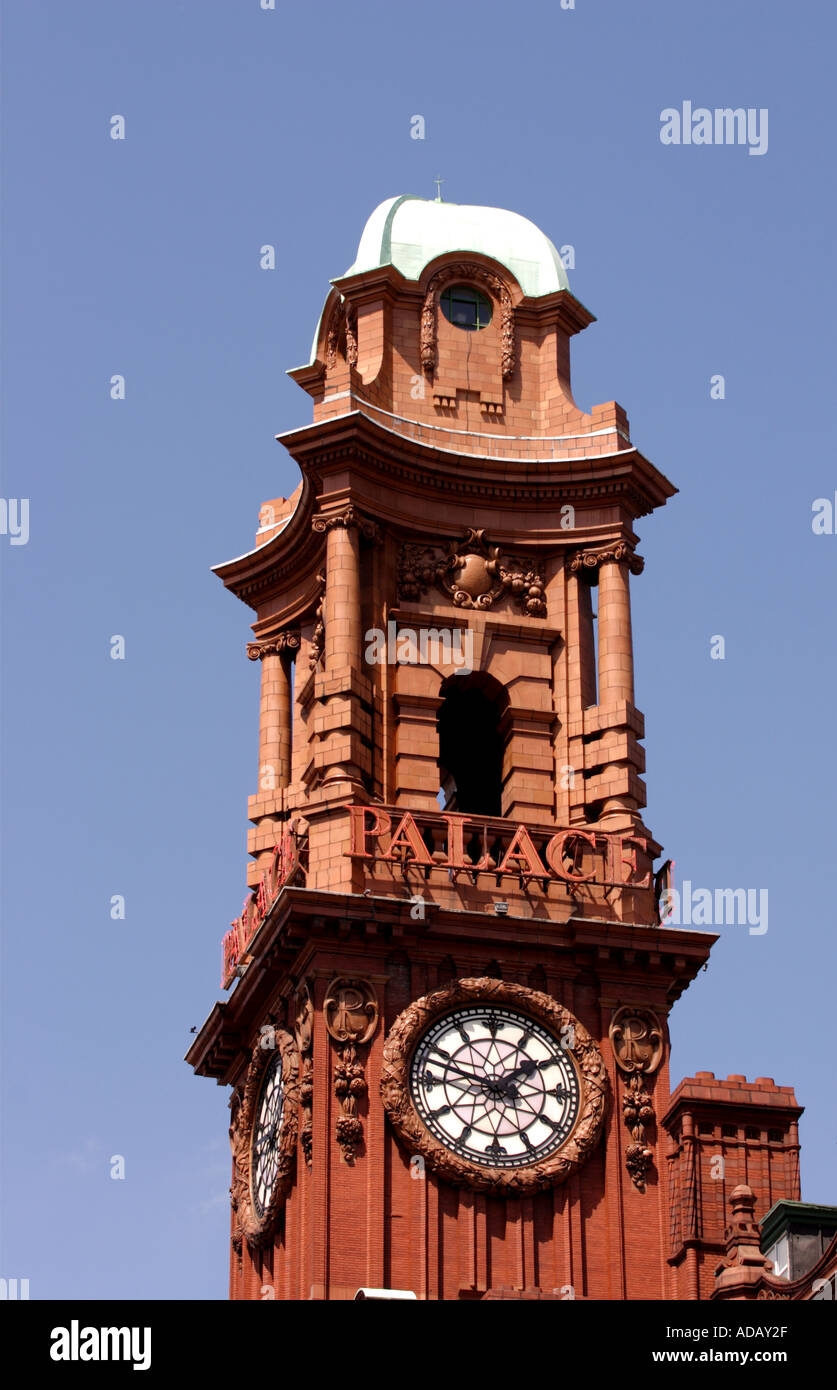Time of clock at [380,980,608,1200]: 1:47
